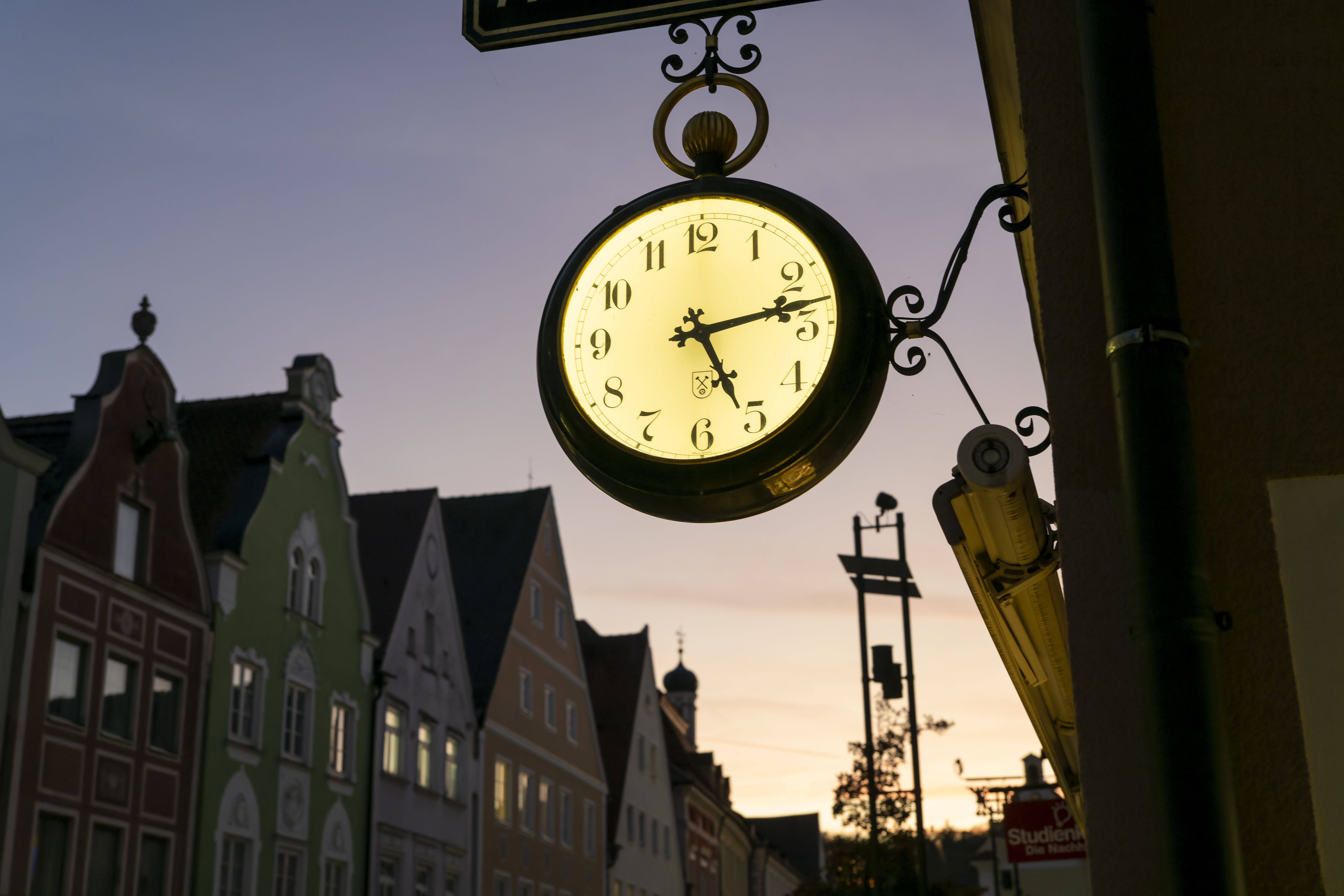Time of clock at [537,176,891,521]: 5:13
